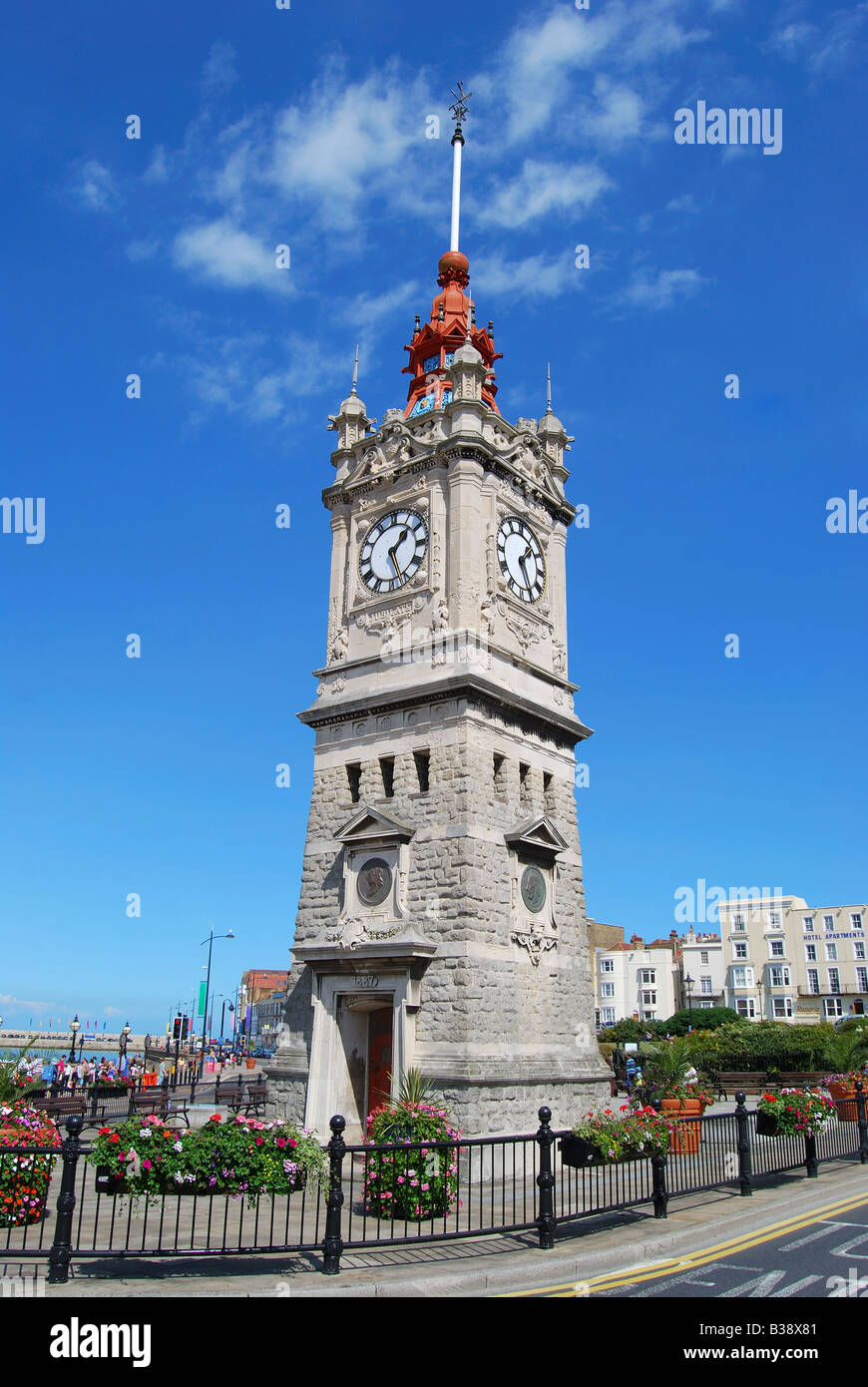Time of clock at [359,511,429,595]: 1:26
